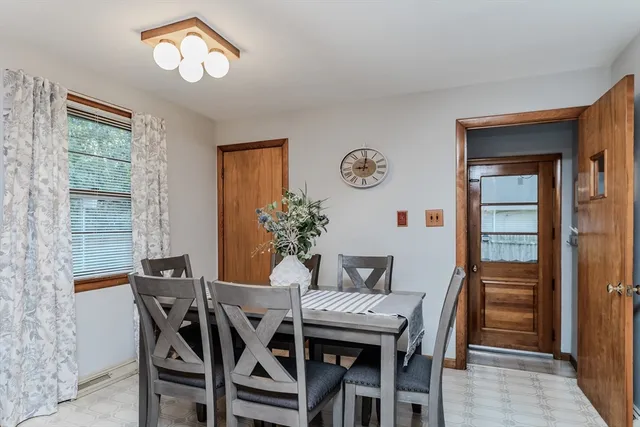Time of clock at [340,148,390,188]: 9:01
